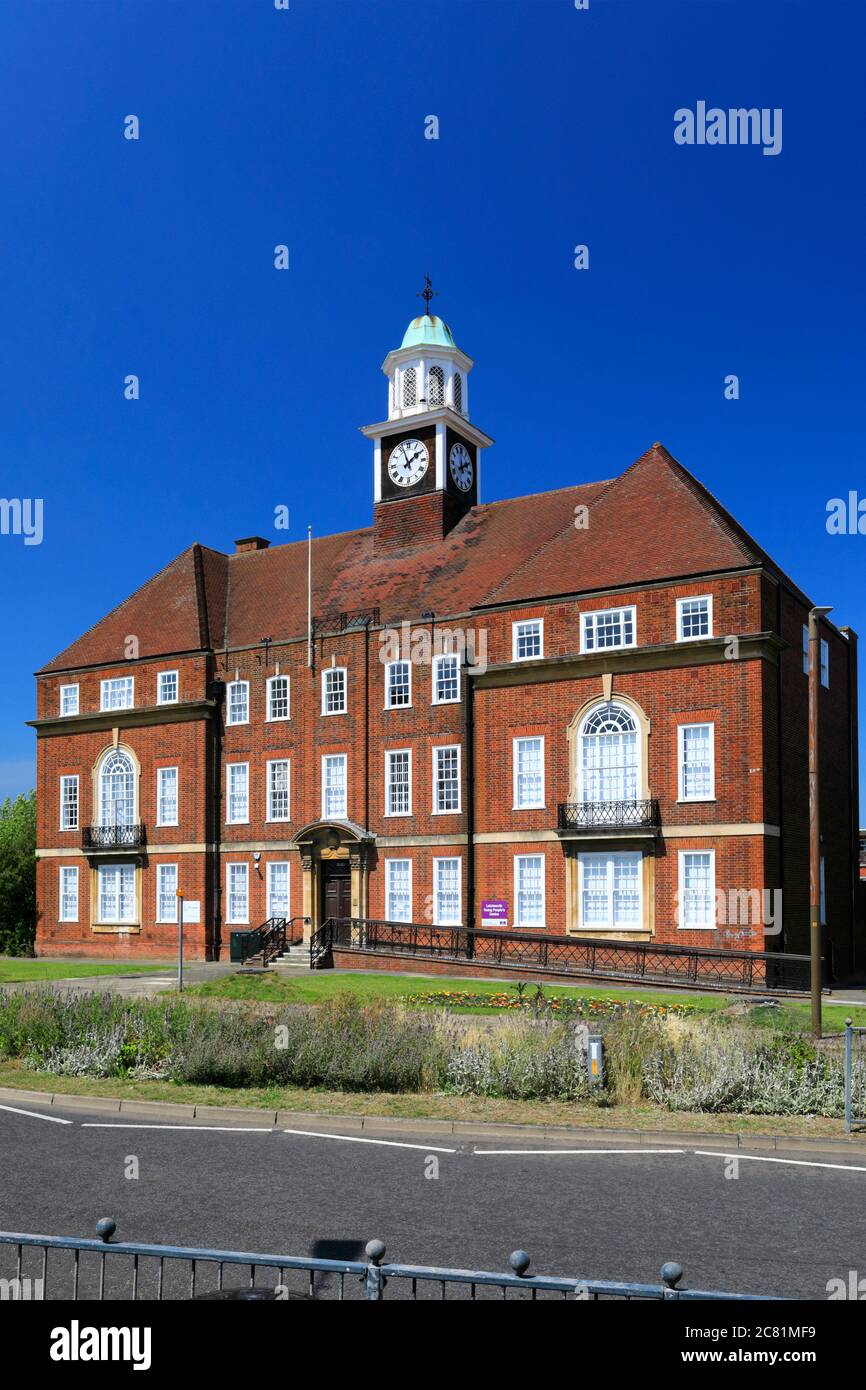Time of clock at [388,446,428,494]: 1:56
